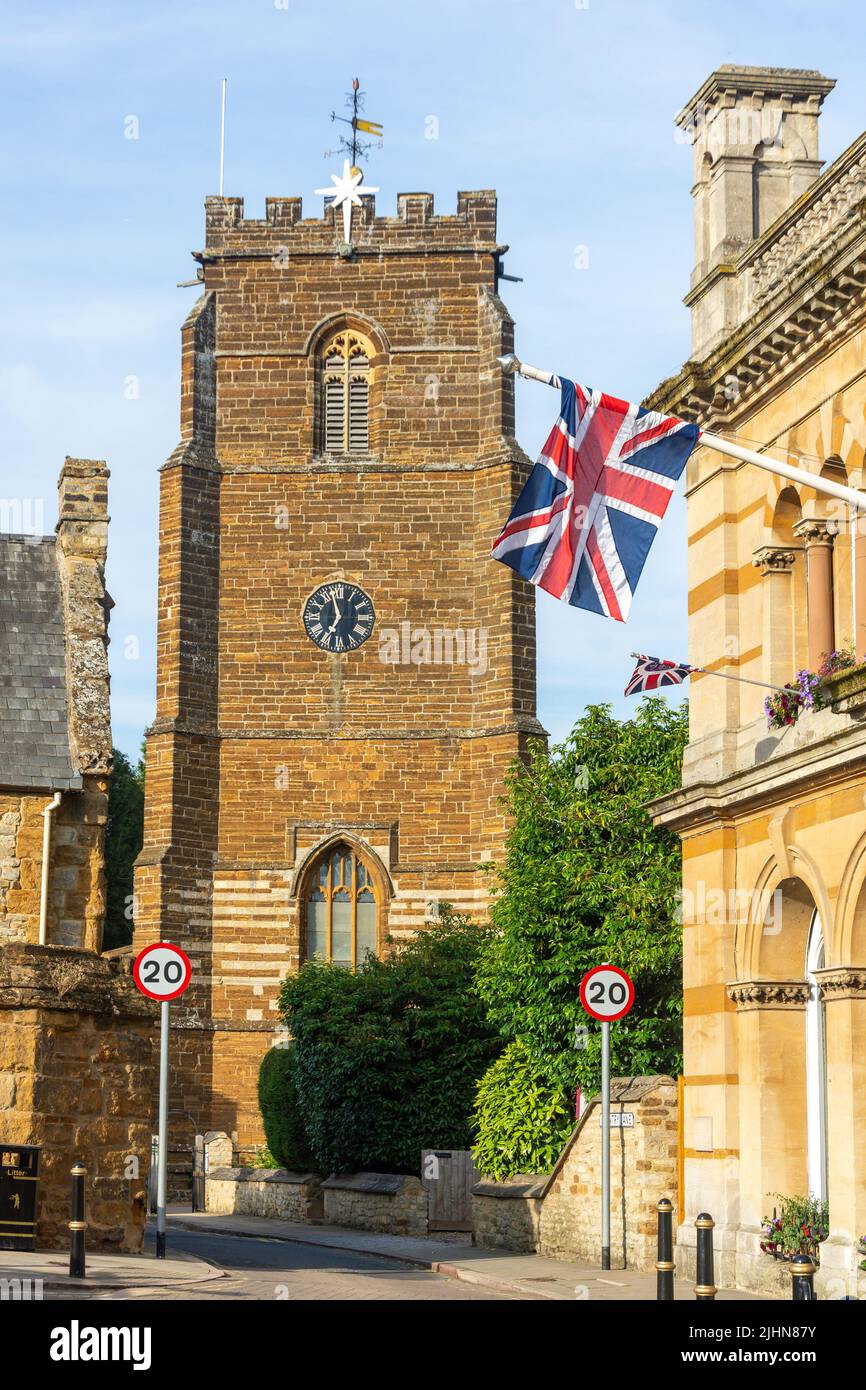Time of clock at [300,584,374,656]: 6:57
